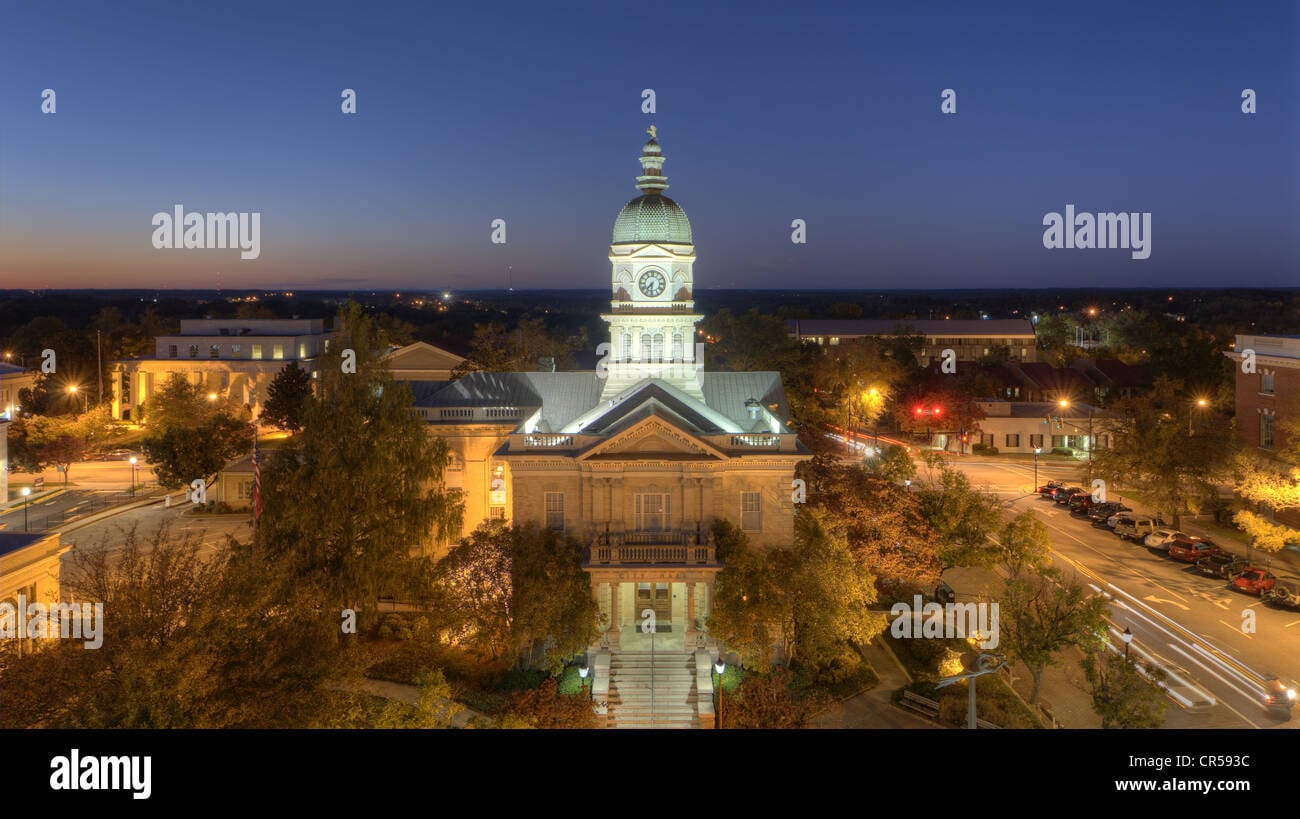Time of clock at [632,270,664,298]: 7:30
